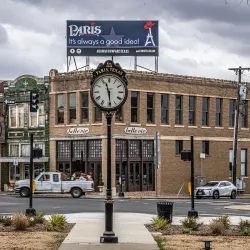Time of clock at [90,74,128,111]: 11:28
